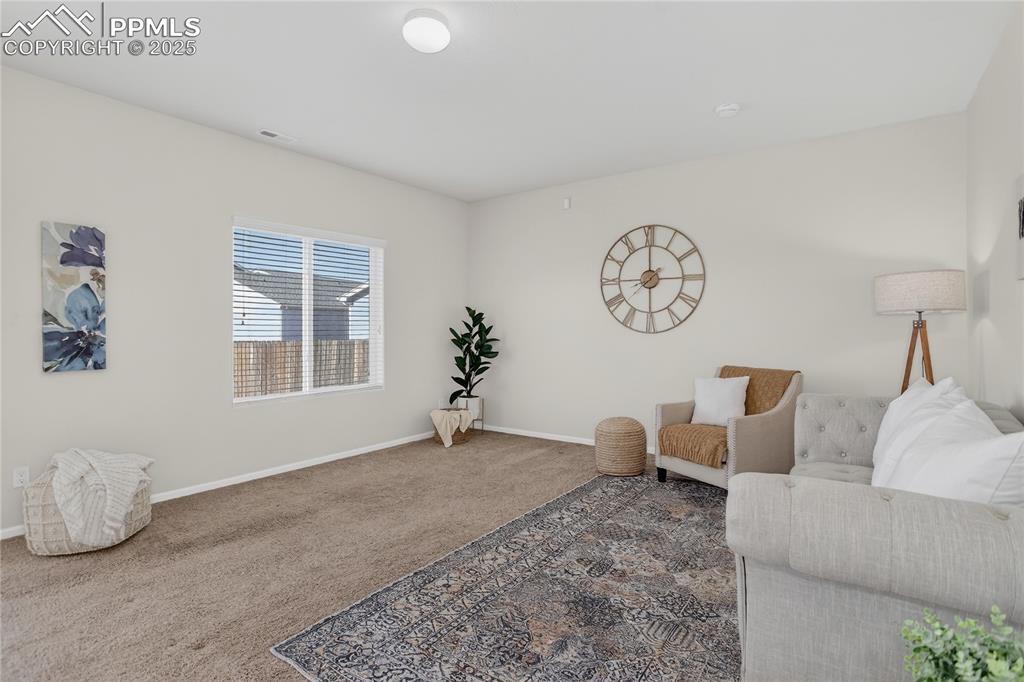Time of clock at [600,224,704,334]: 8:00
